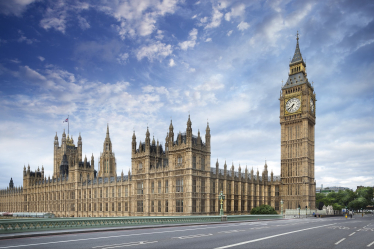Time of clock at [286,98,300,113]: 6:38
